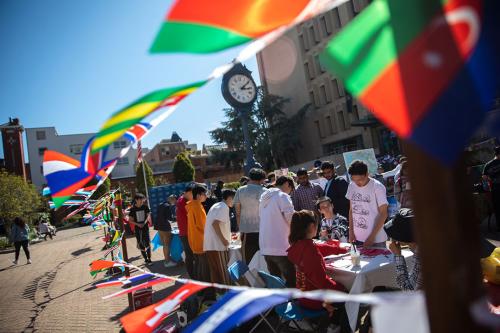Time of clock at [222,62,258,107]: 3:09
